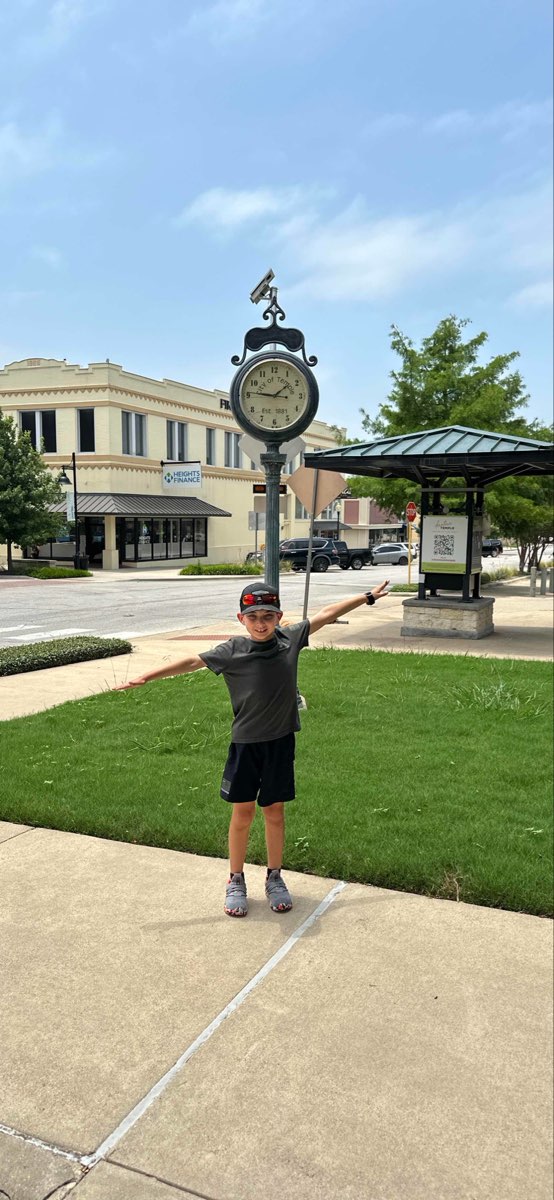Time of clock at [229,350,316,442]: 1:46
